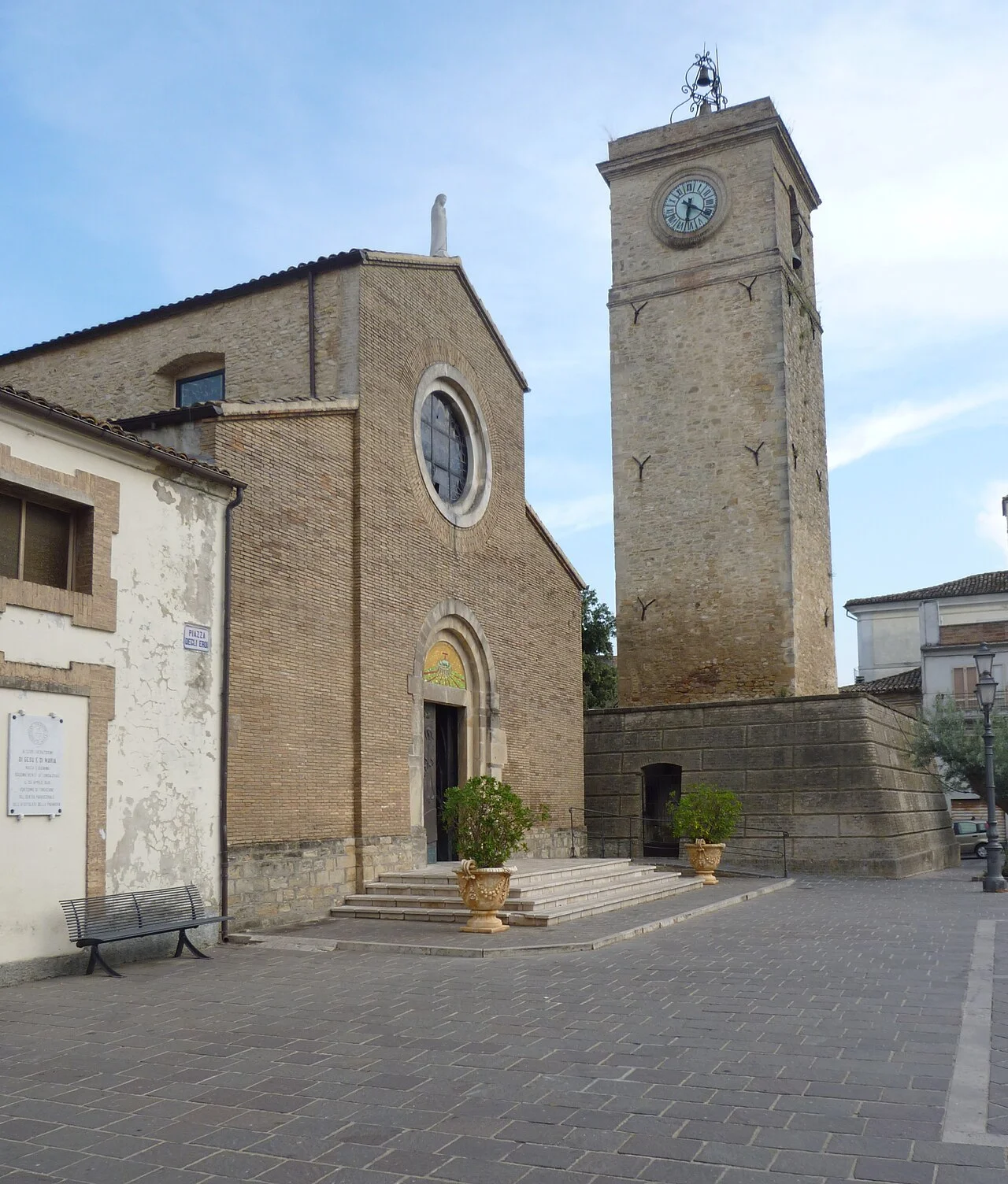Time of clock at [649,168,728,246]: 6:20
